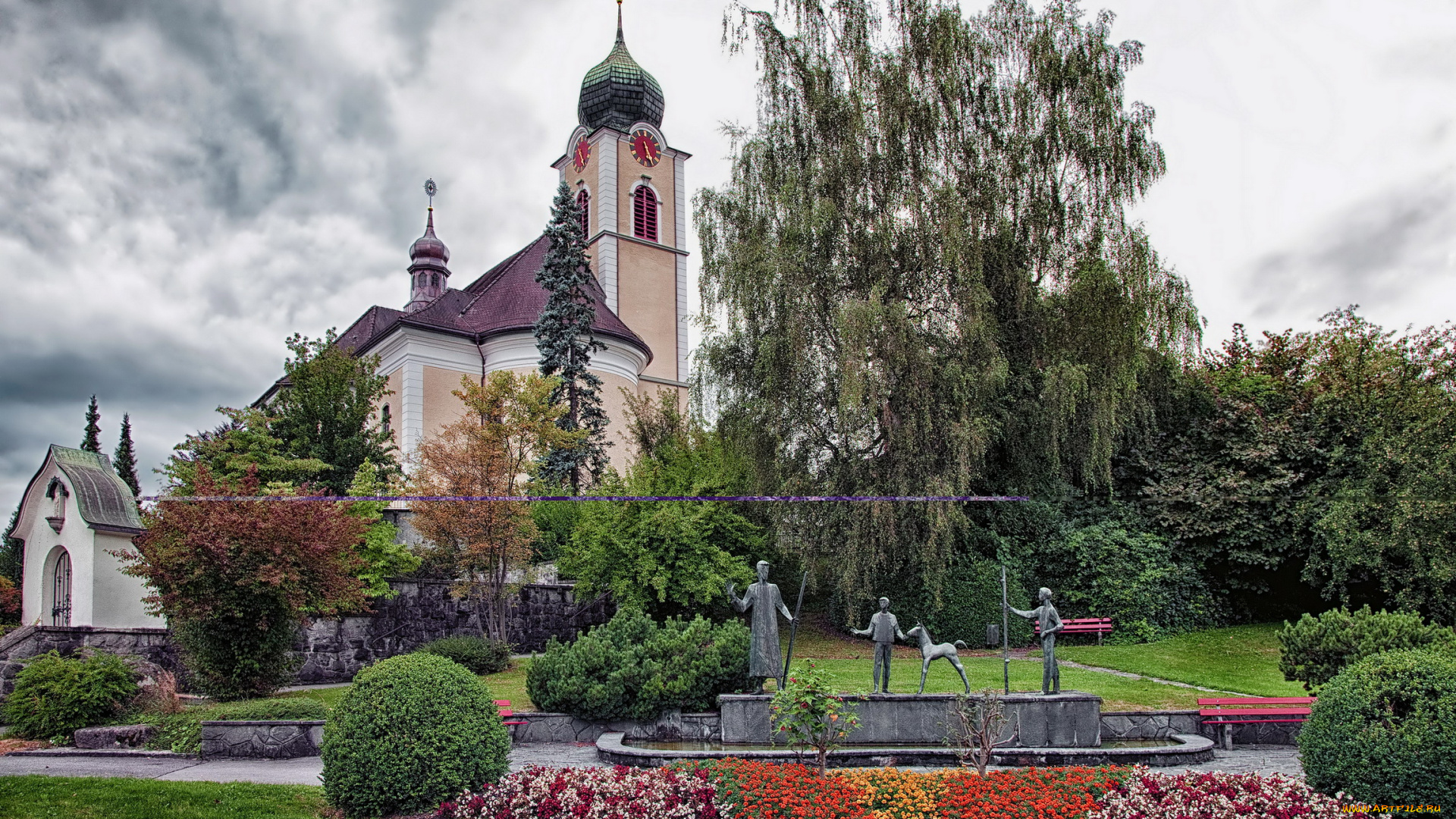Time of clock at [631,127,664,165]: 5:26
